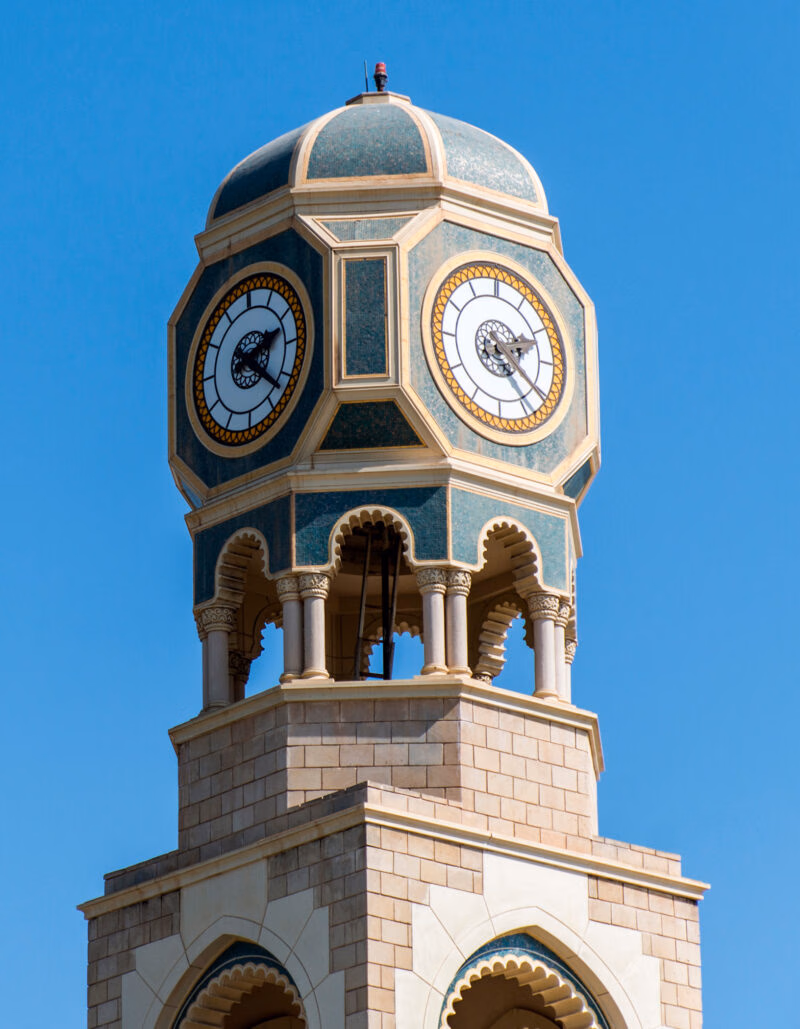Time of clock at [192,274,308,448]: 2:21
